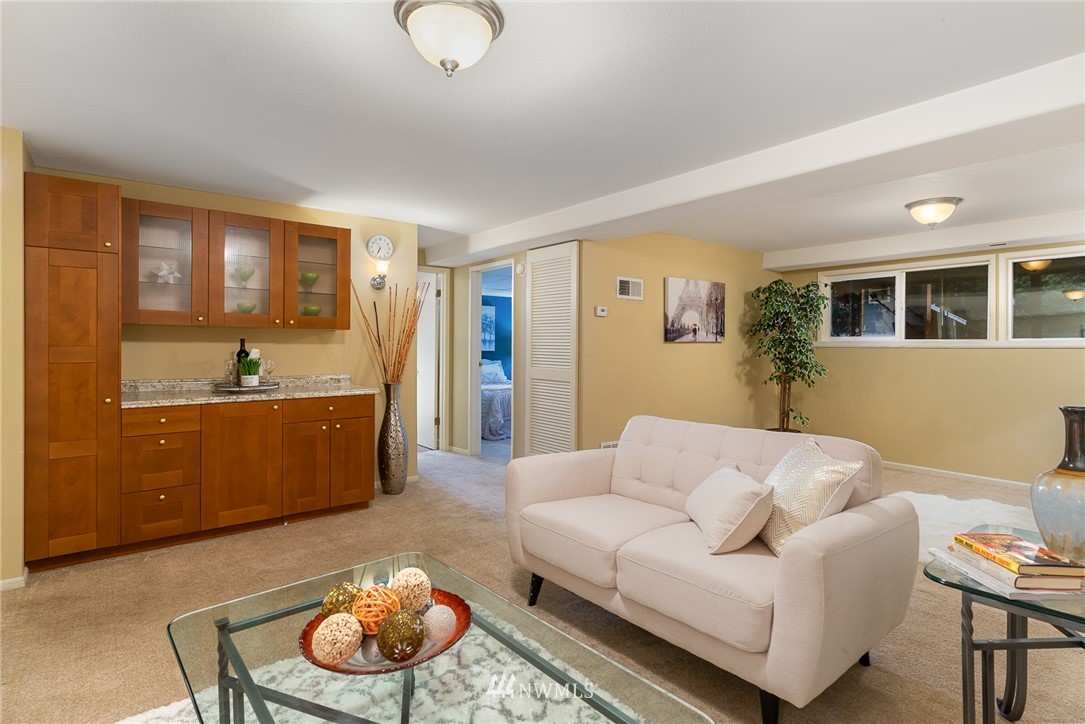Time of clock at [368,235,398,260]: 6:53
